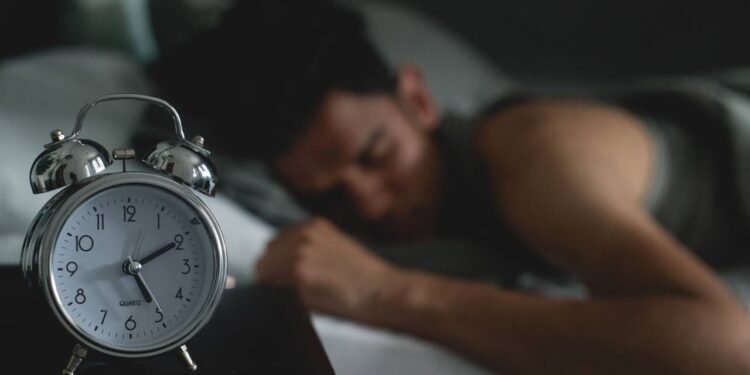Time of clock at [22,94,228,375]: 5:10
